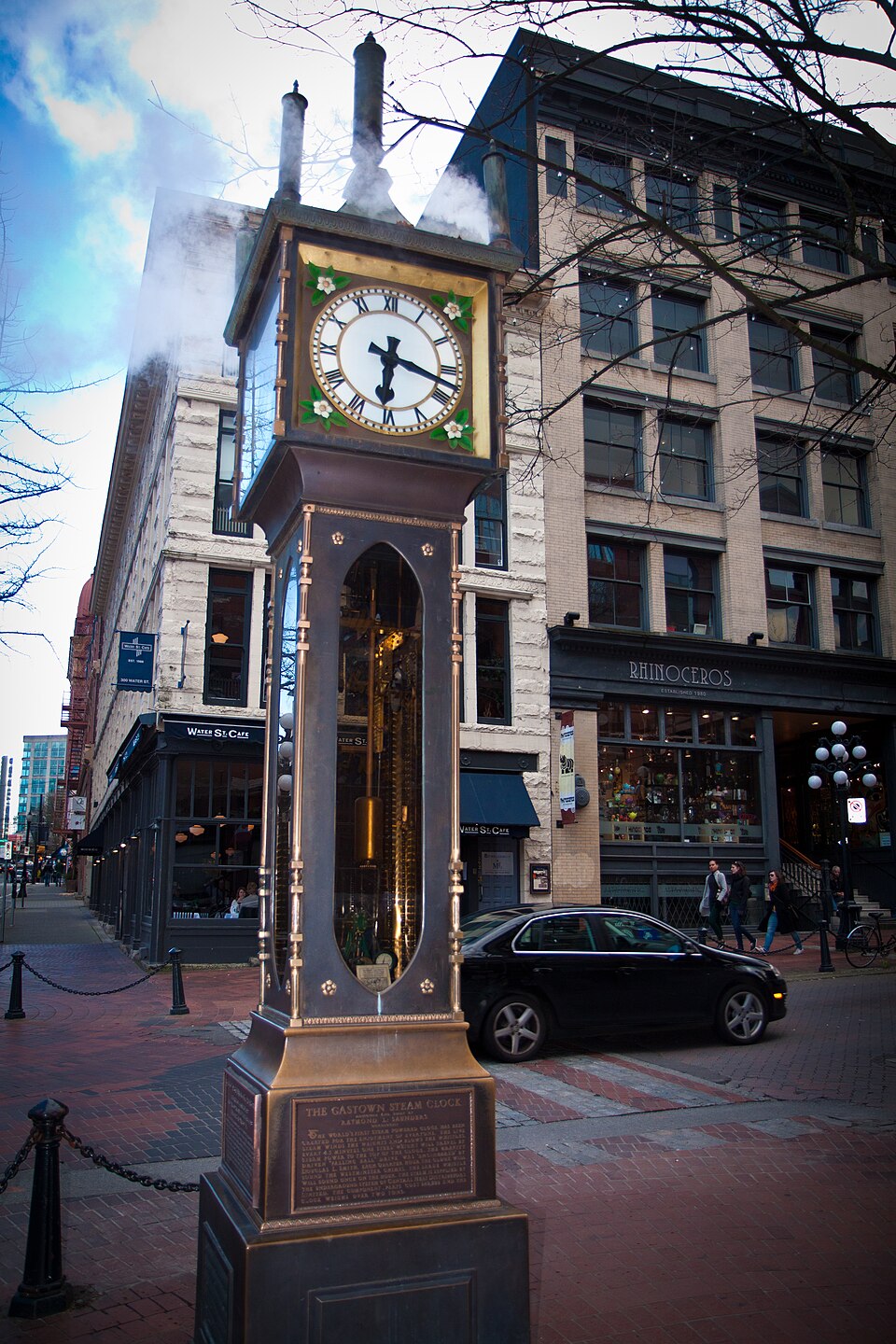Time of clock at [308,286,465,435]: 6:17
